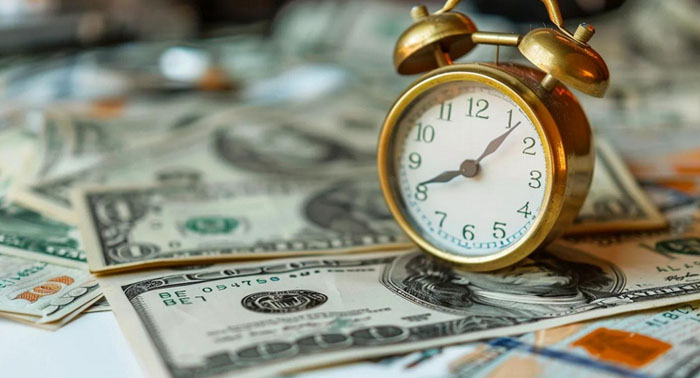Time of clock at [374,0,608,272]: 8:07
